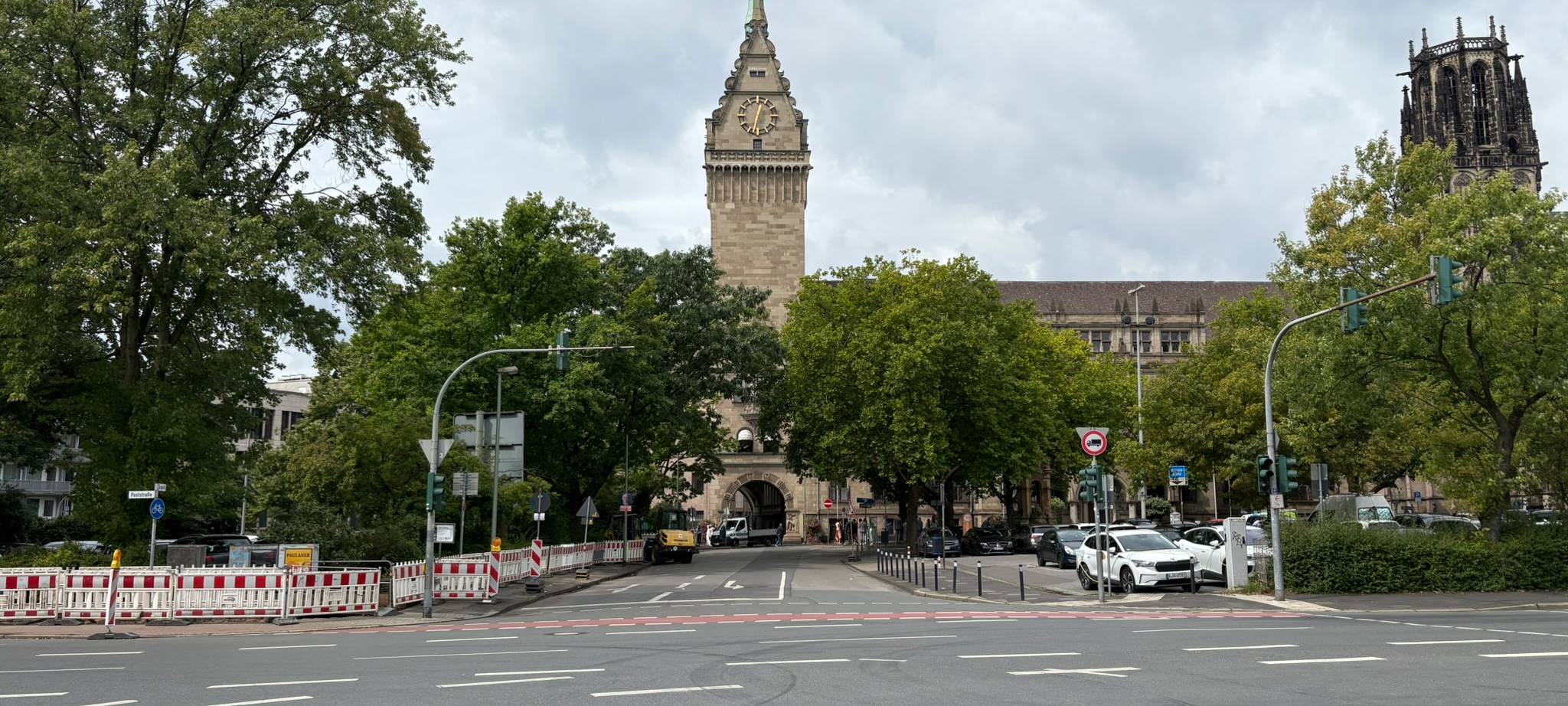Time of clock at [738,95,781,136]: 12:32
